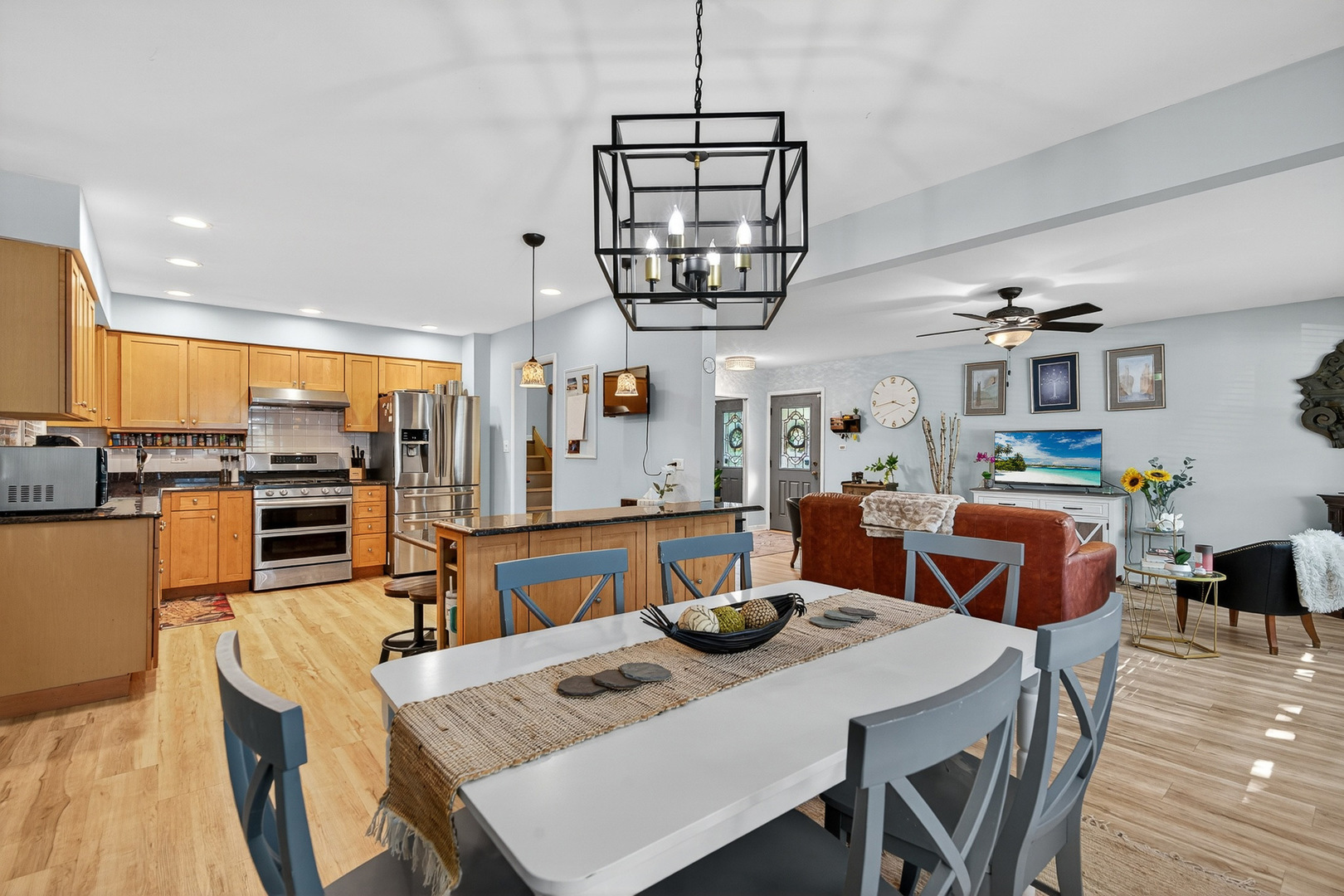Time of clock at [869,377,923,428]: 3:43
